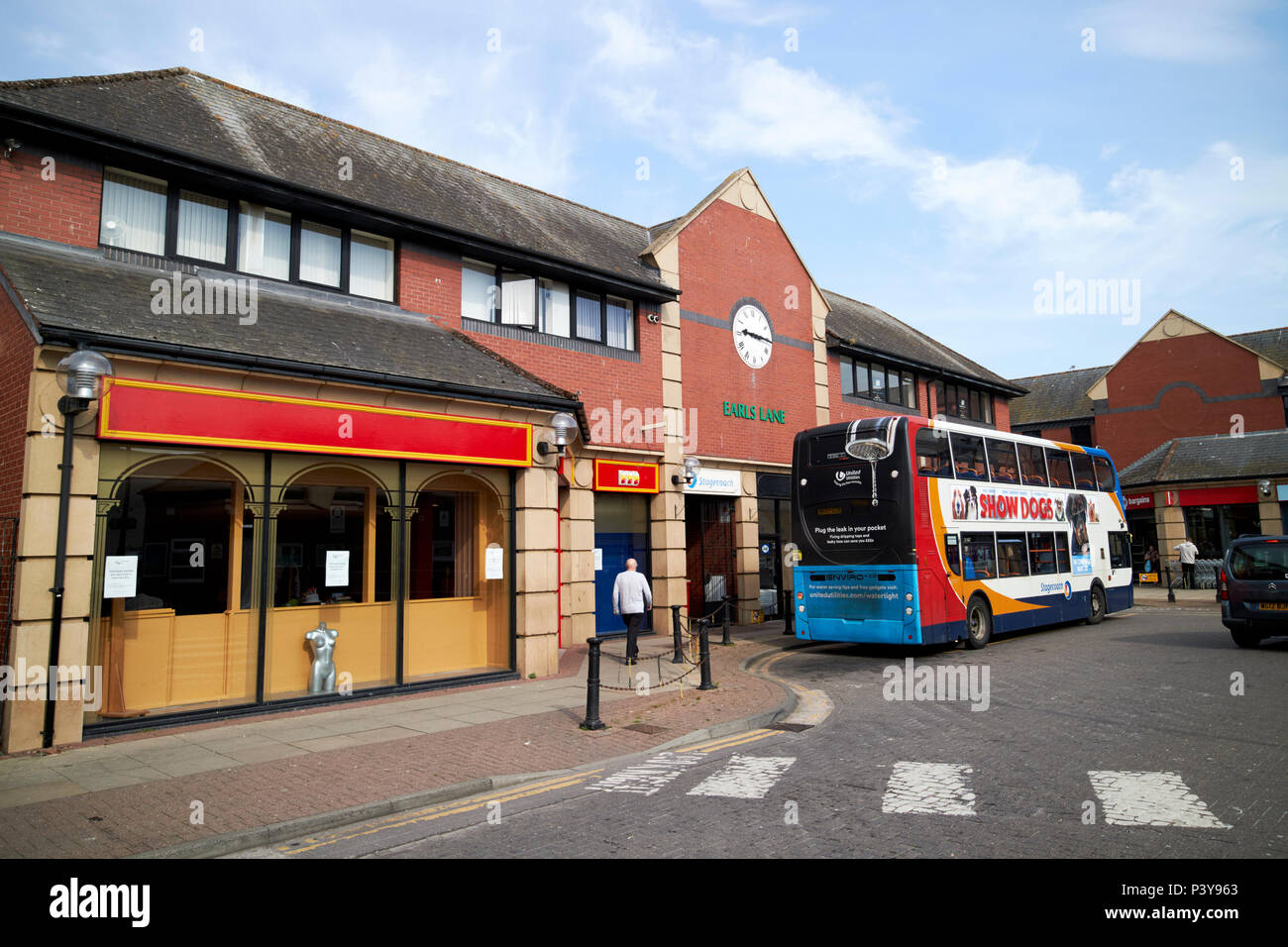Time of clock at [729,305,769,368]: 9:15
